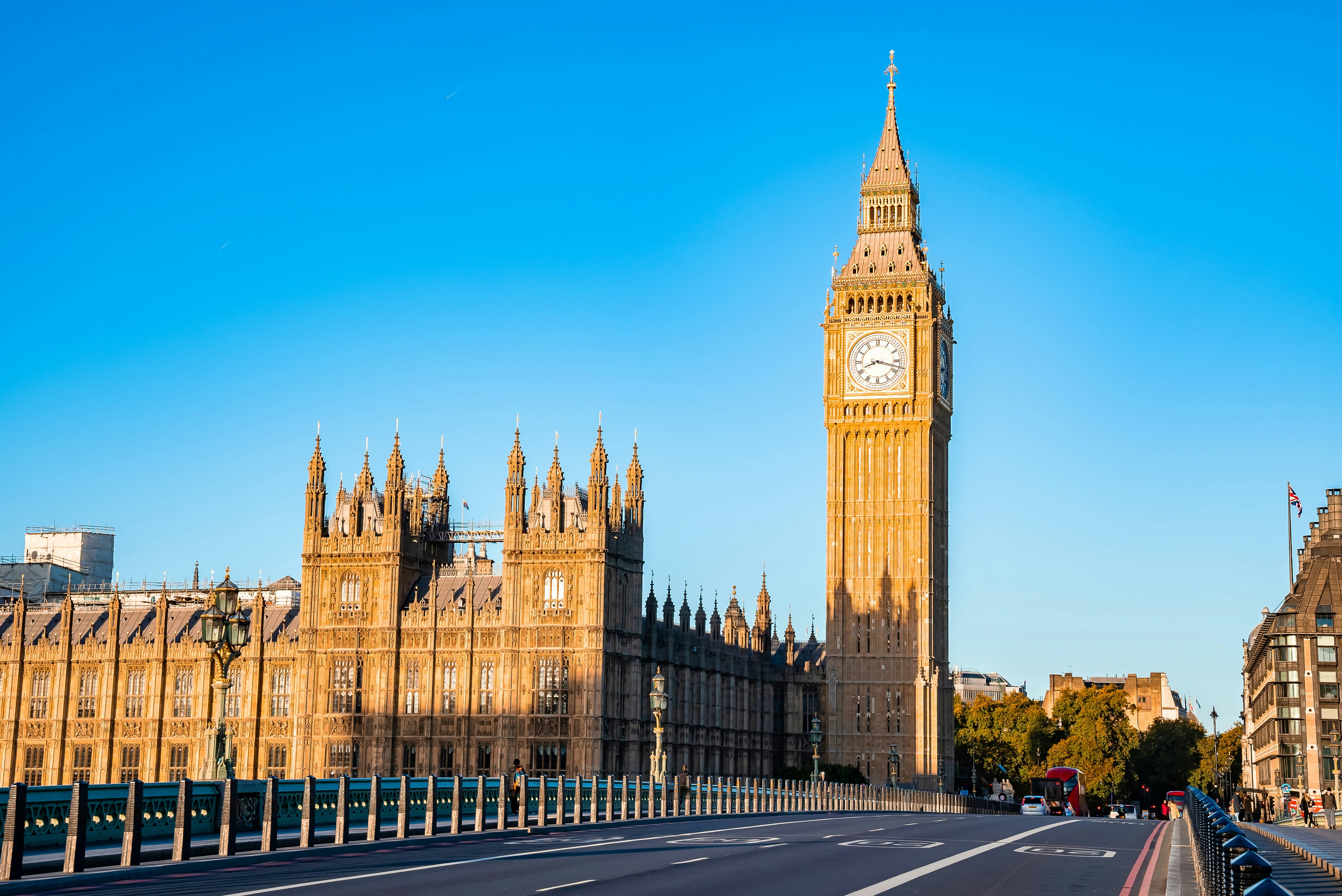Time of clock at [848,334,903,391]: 8:17
